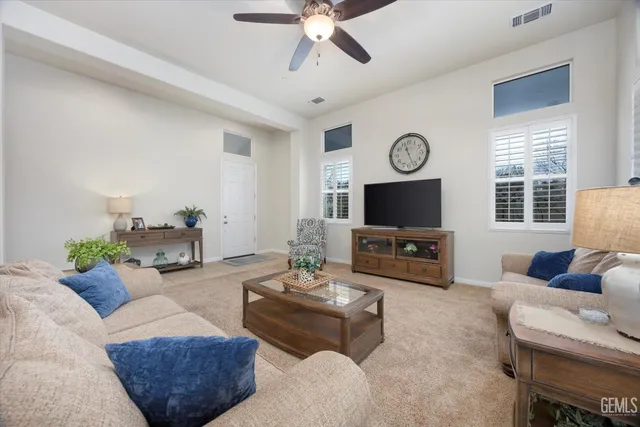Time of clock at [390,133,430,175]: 11:26
